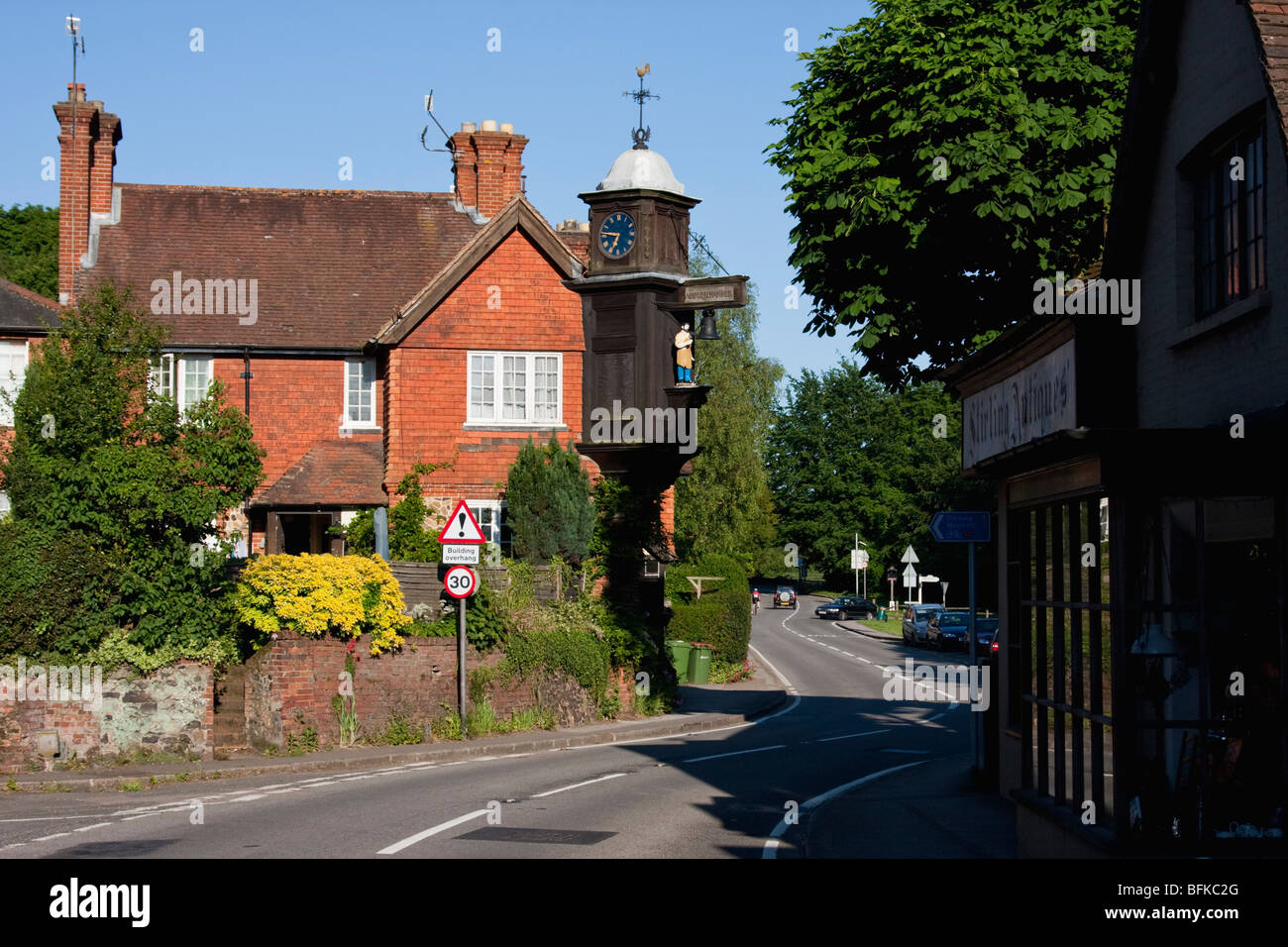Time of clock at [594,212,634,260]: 6:46
